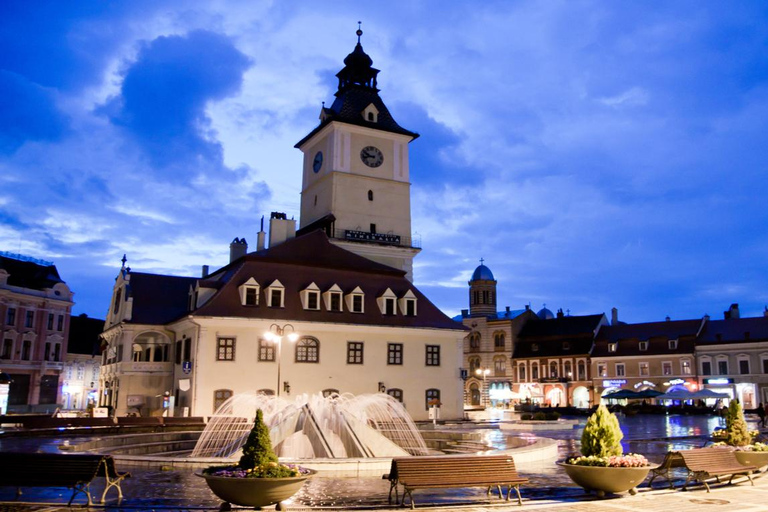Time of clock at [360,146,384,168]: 9:42
